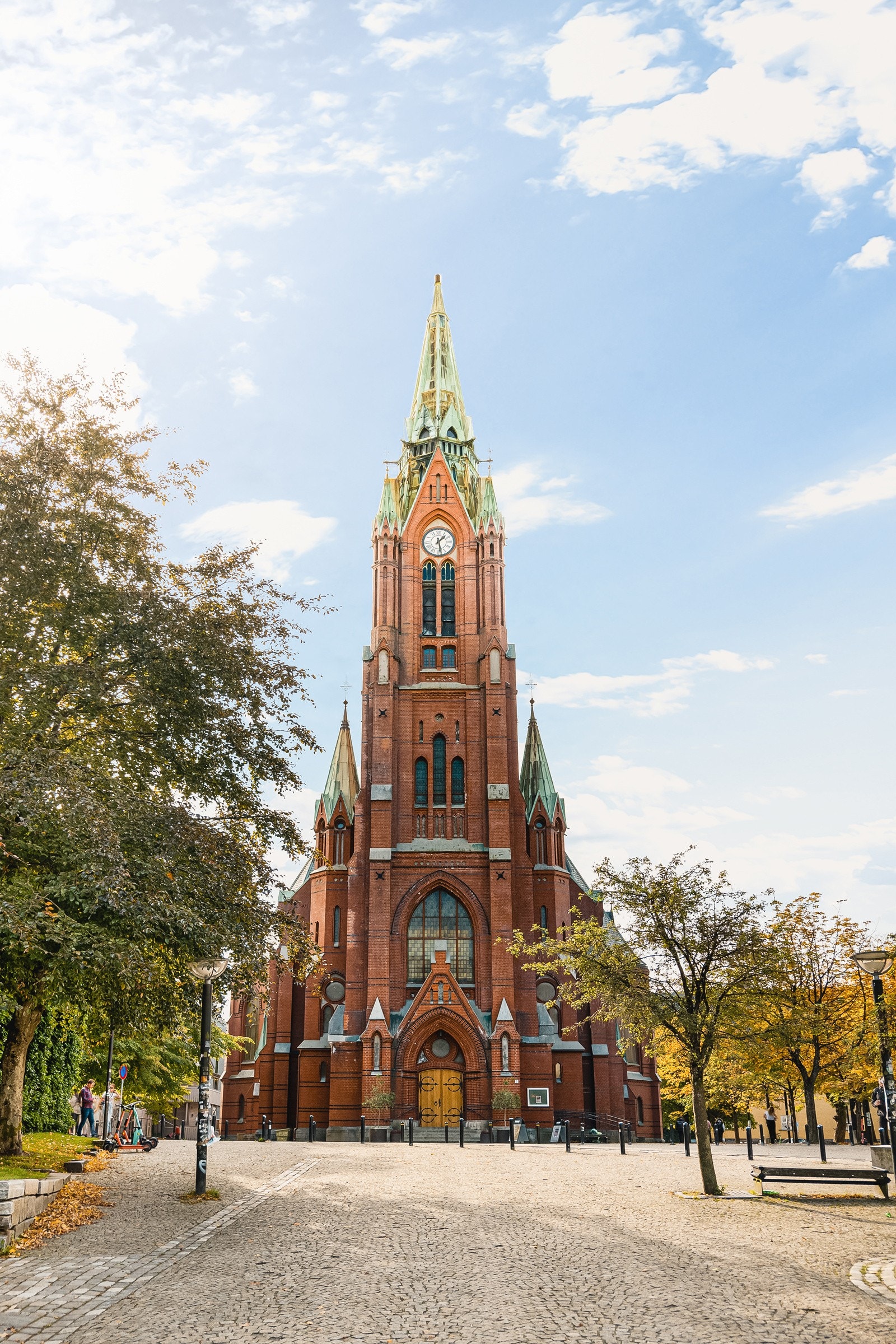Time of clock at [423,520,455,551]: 1:28
